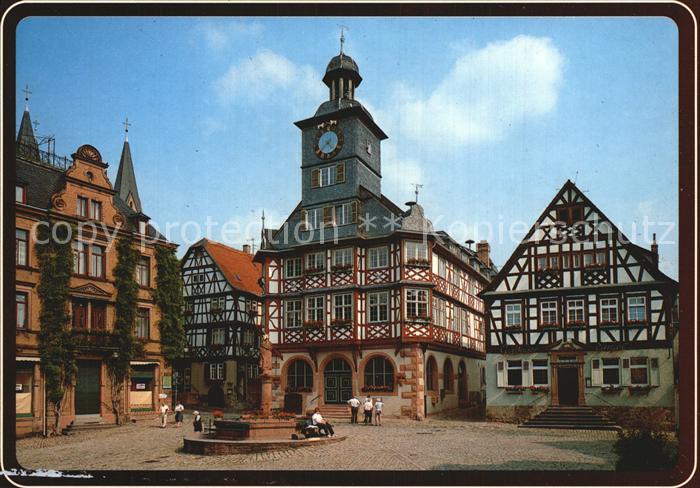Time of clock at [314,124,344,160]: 4:37
